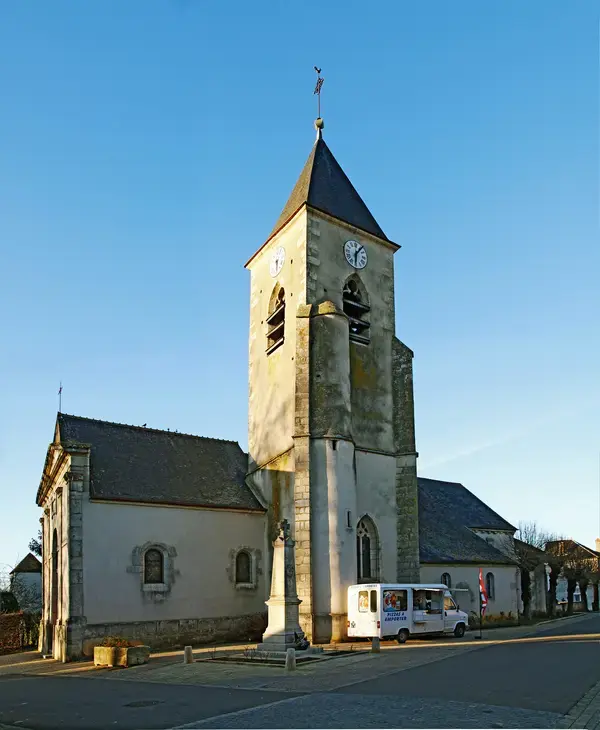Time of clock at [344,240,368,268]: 6:06
